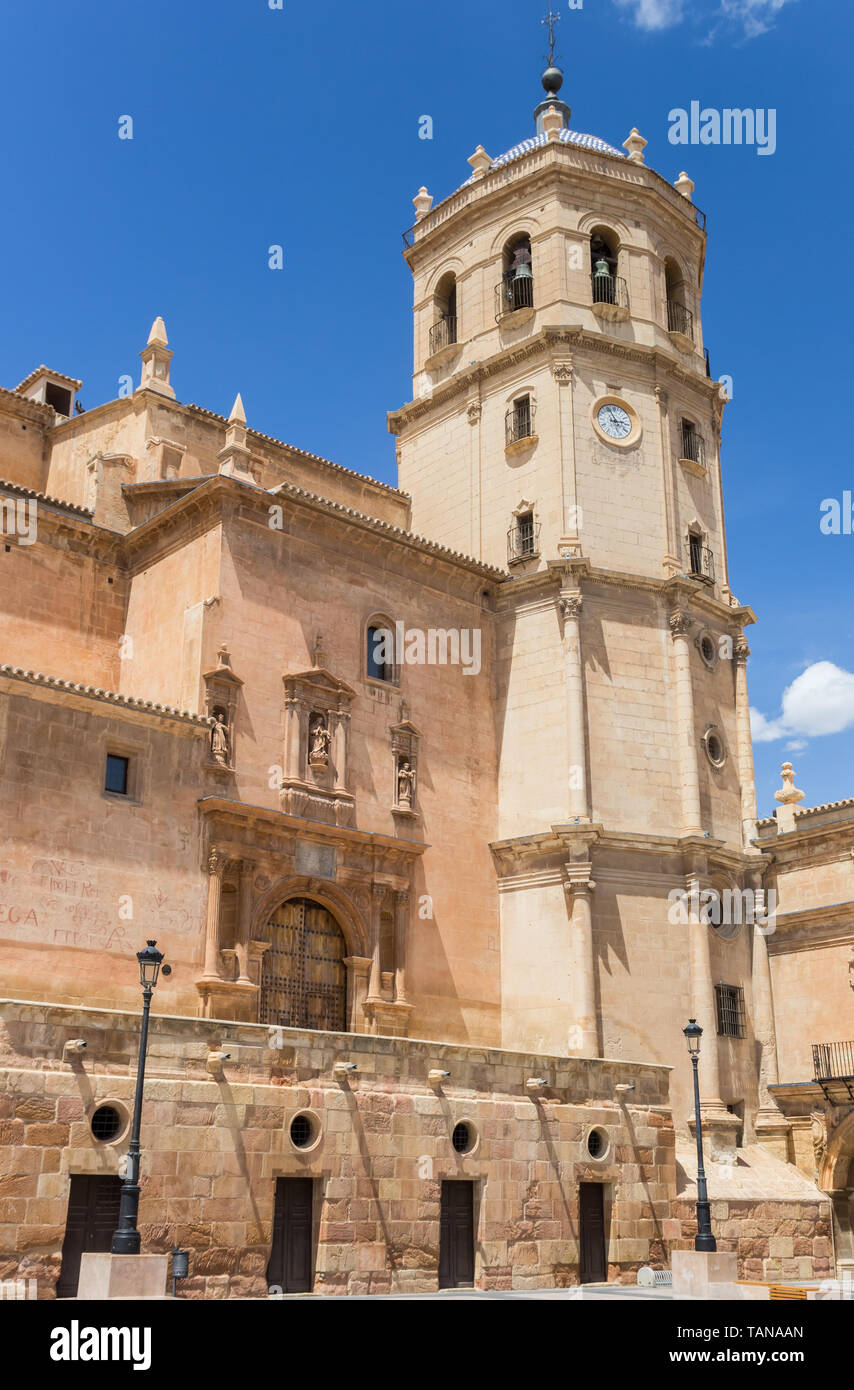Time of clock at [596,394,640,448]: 2:56
